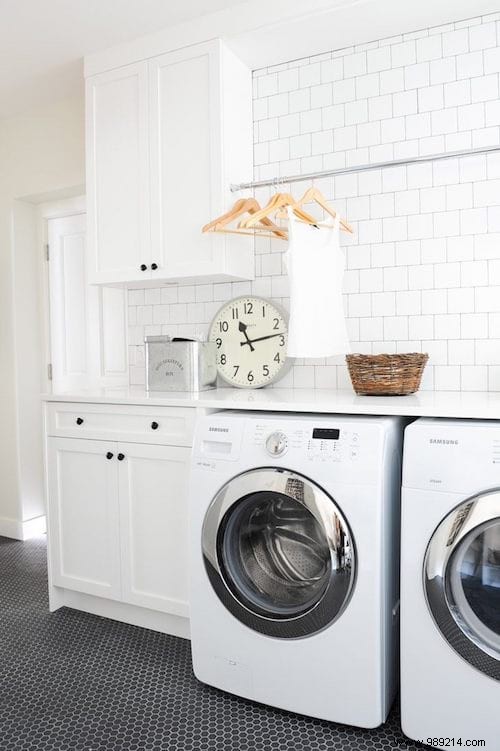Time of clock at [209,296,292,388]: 11:13
